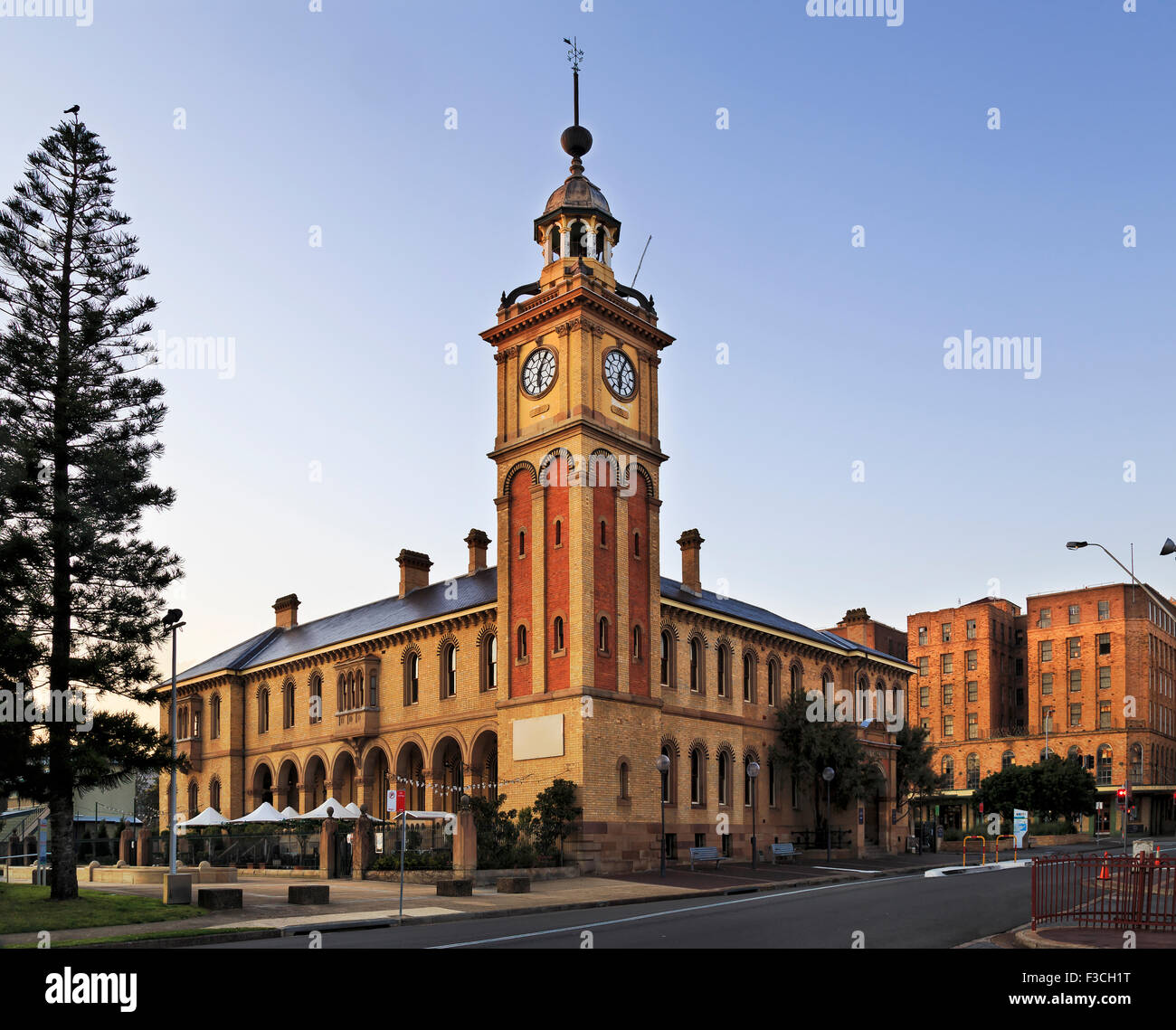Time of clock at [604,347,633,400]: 6:04
